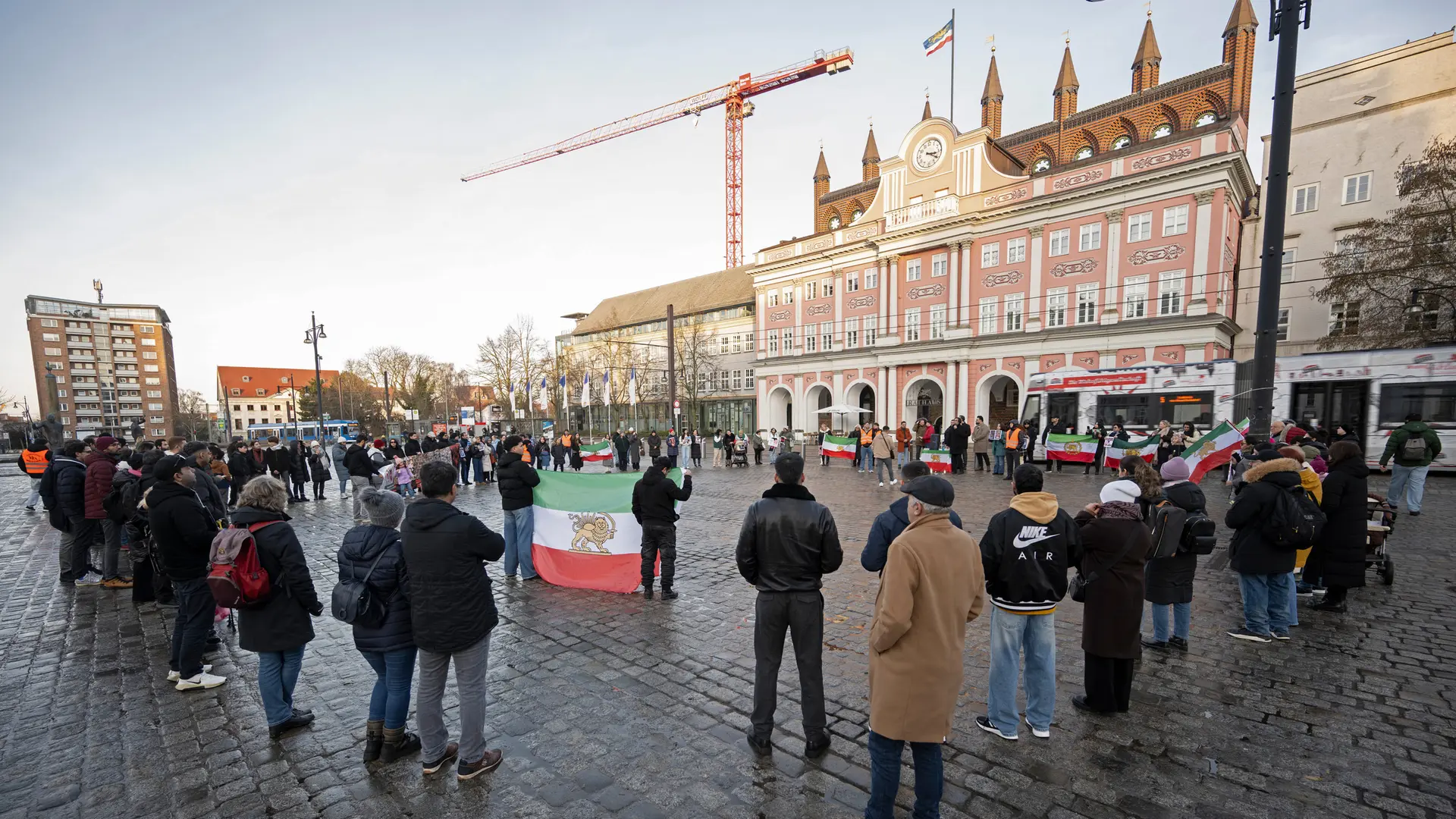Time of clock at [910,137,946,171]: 3:20
